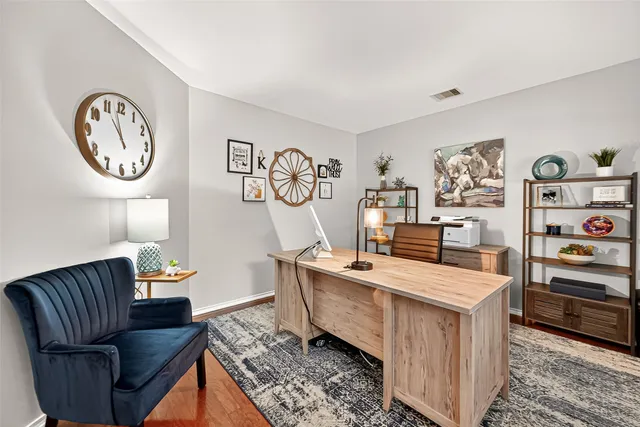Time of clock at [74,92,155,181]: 10:57
